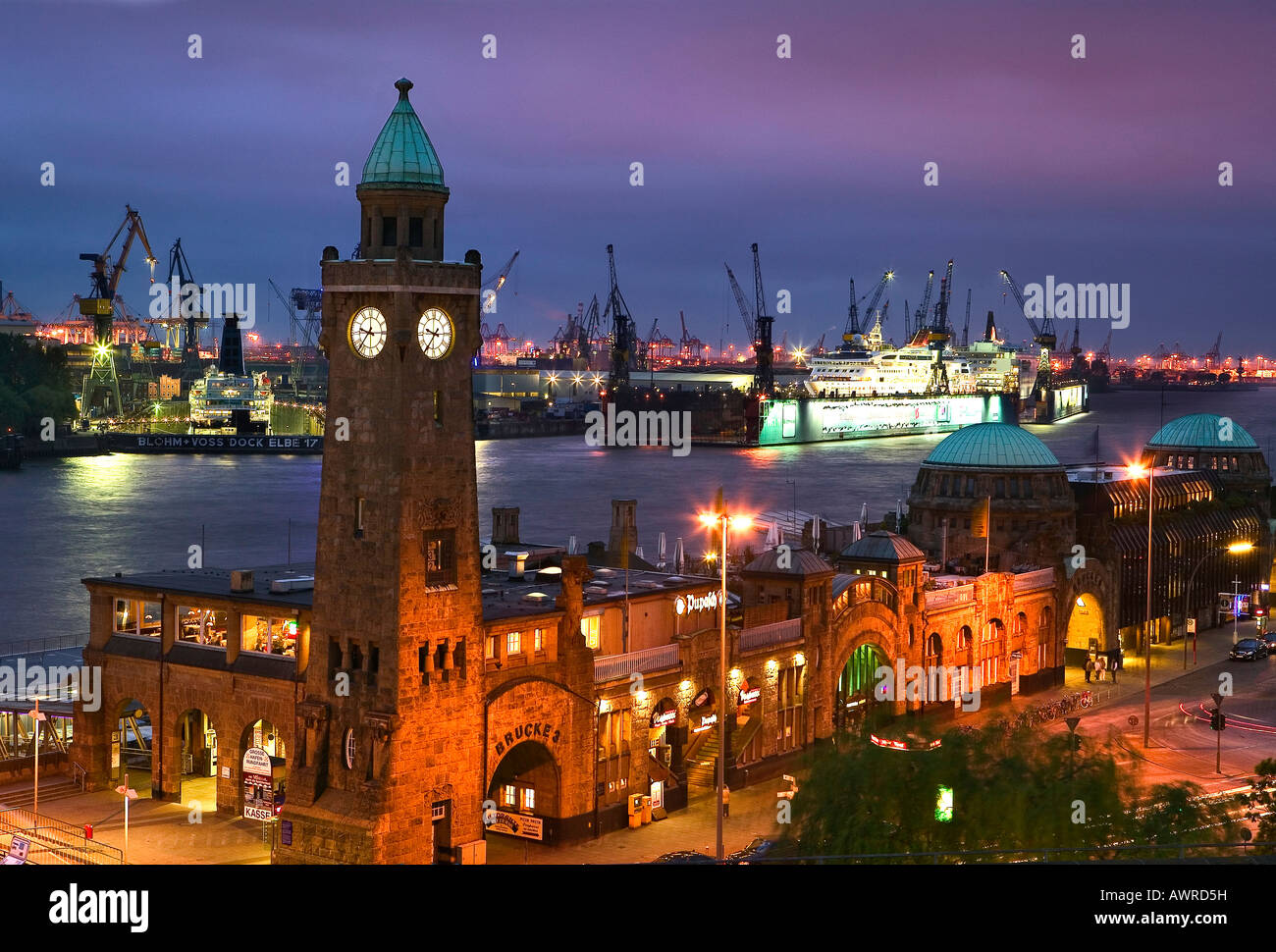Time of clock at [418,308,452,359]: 9:36
